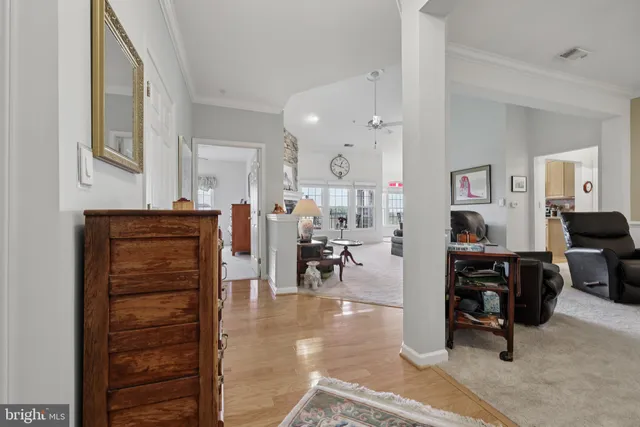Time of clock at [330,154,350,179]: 12:48
